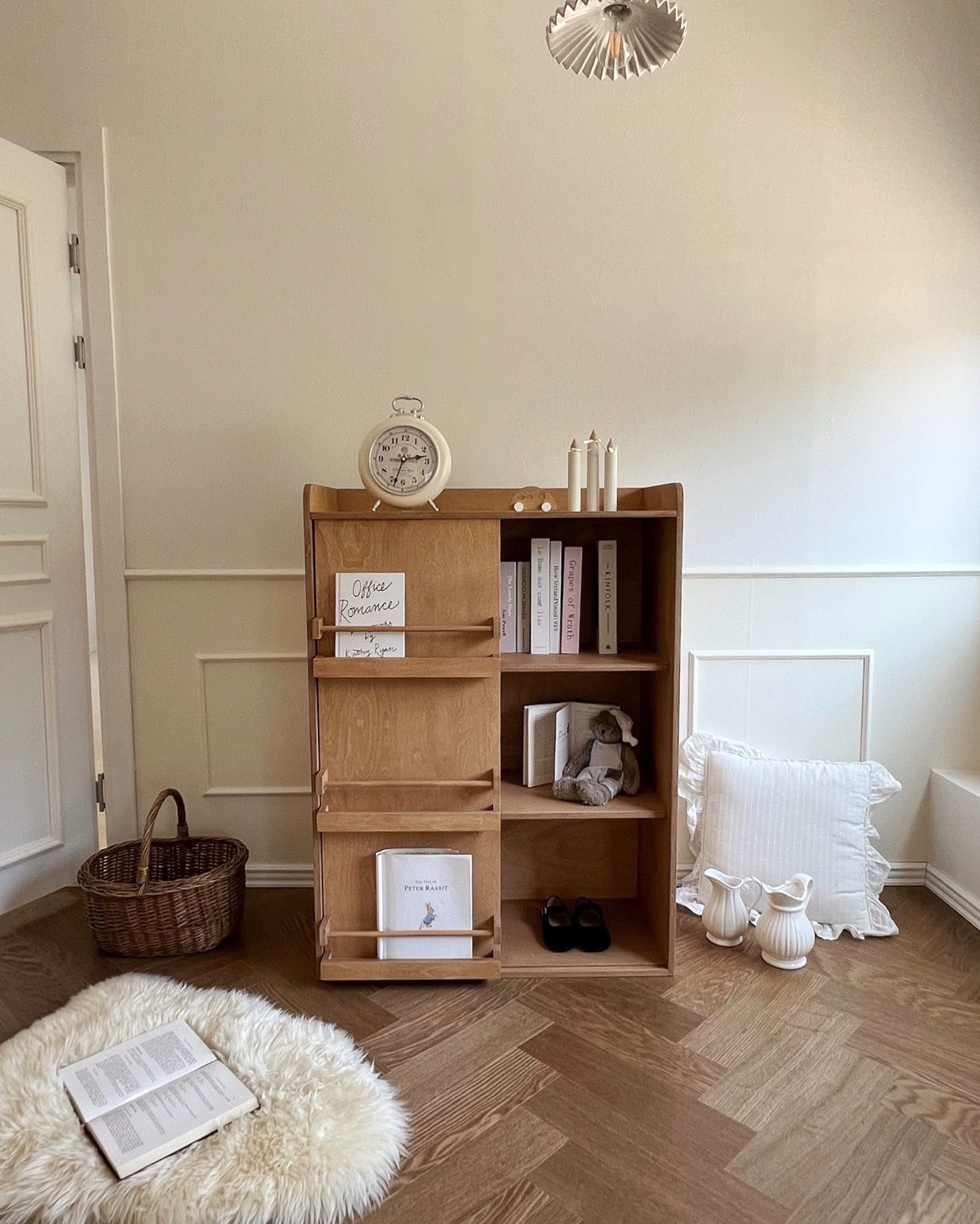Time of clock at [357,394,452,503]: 2:33
